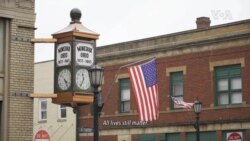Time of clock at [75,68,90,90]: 11:35
